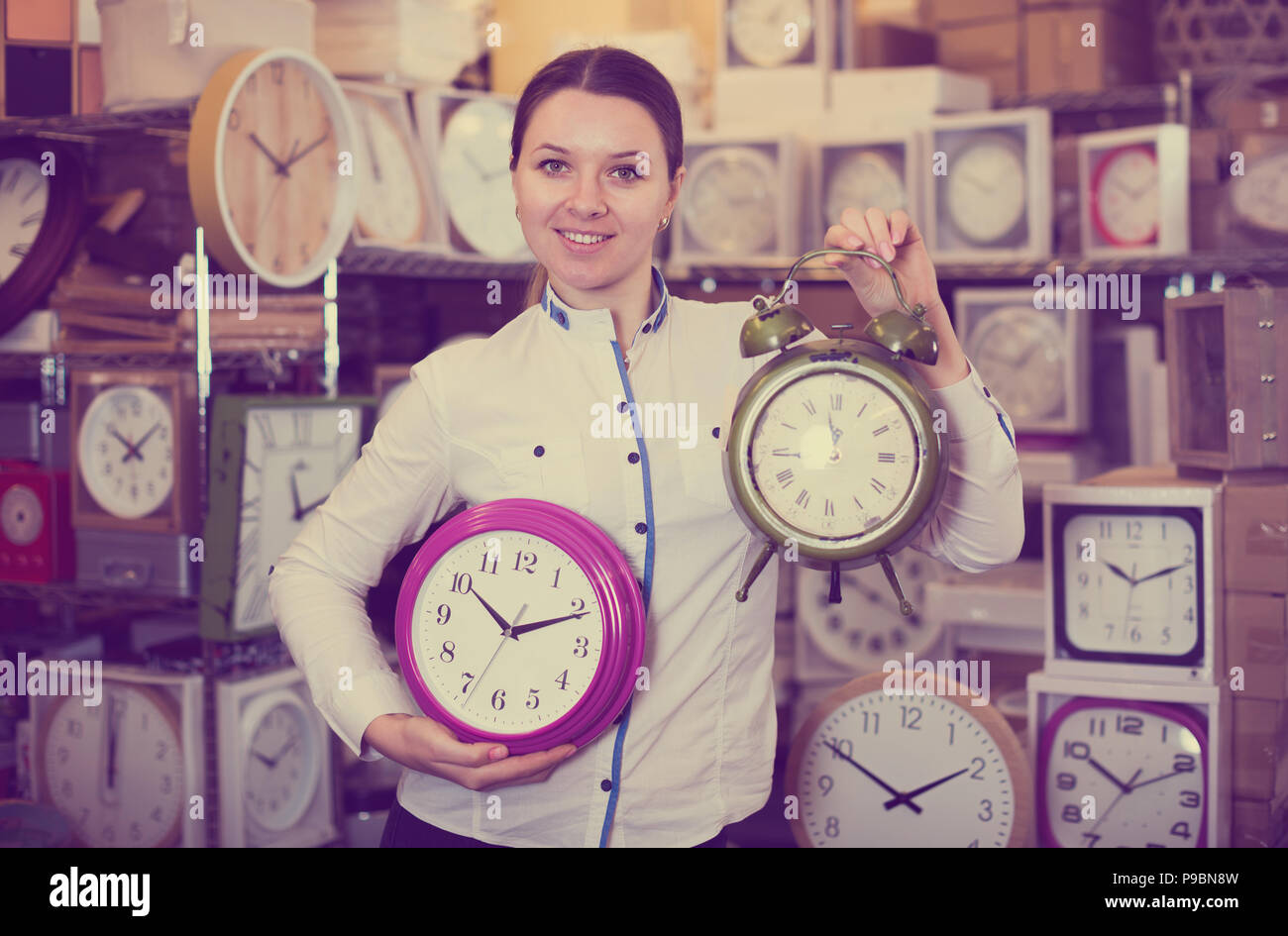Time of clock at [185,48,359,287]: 10:11
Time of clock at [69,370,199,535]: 10:08
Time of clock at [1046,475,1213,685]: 10:11
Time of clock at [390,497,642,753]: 10:10
